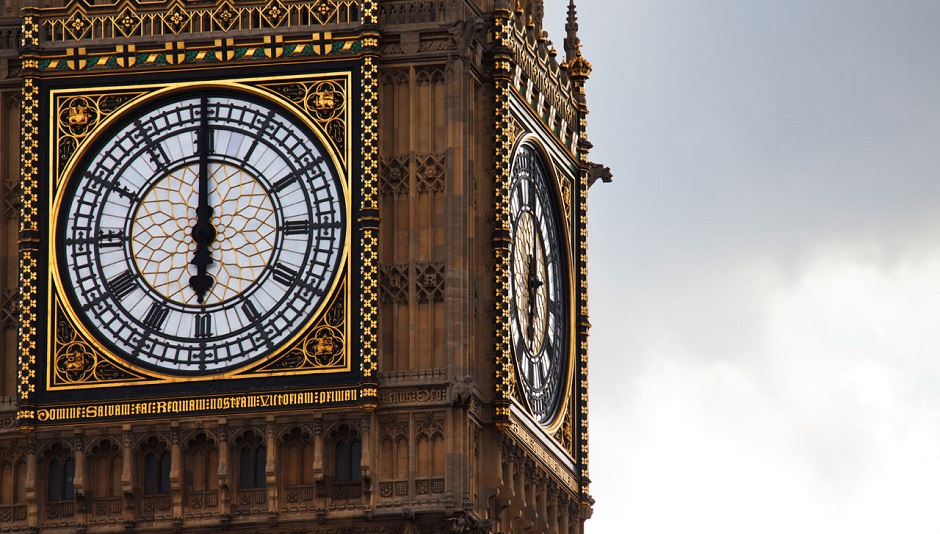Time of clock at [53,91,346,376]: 5:59
